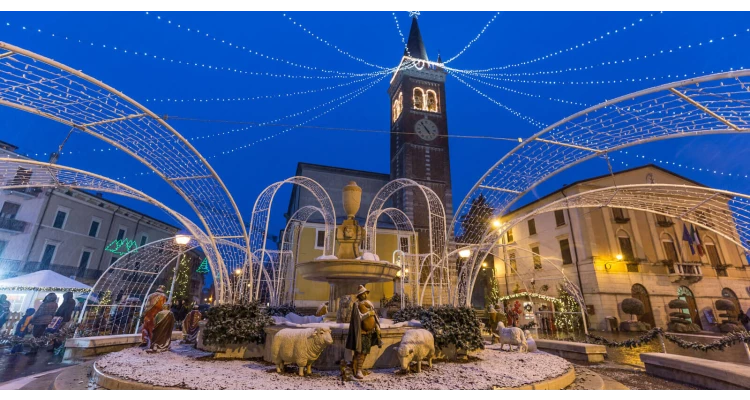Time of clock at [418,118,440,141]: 4:53
